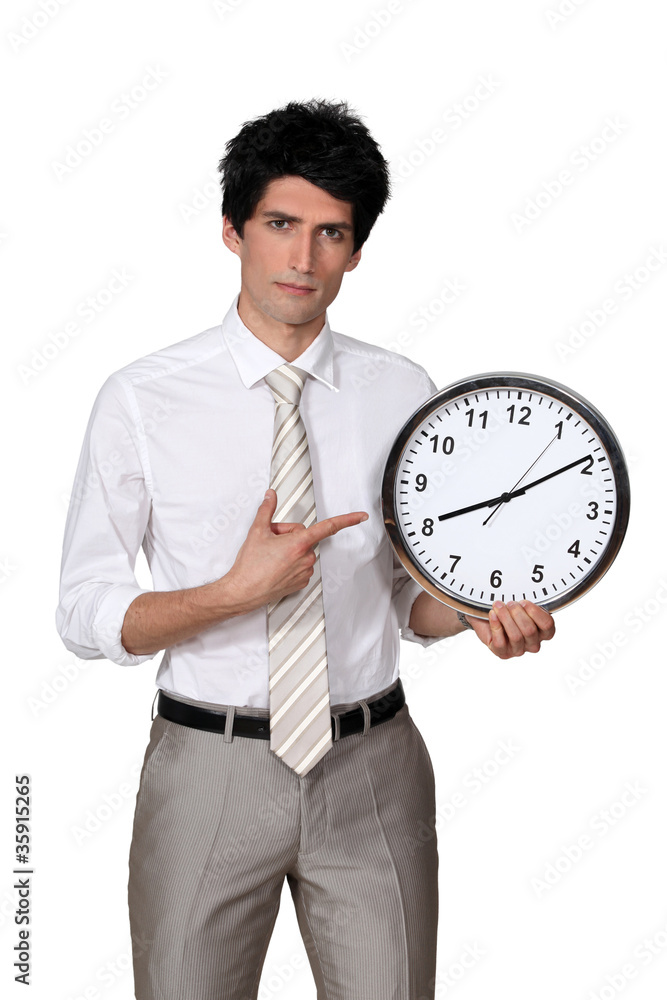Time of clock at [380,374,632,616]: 8:09
